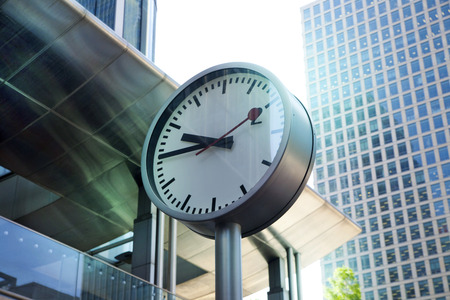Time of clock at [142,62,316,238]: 9:44
